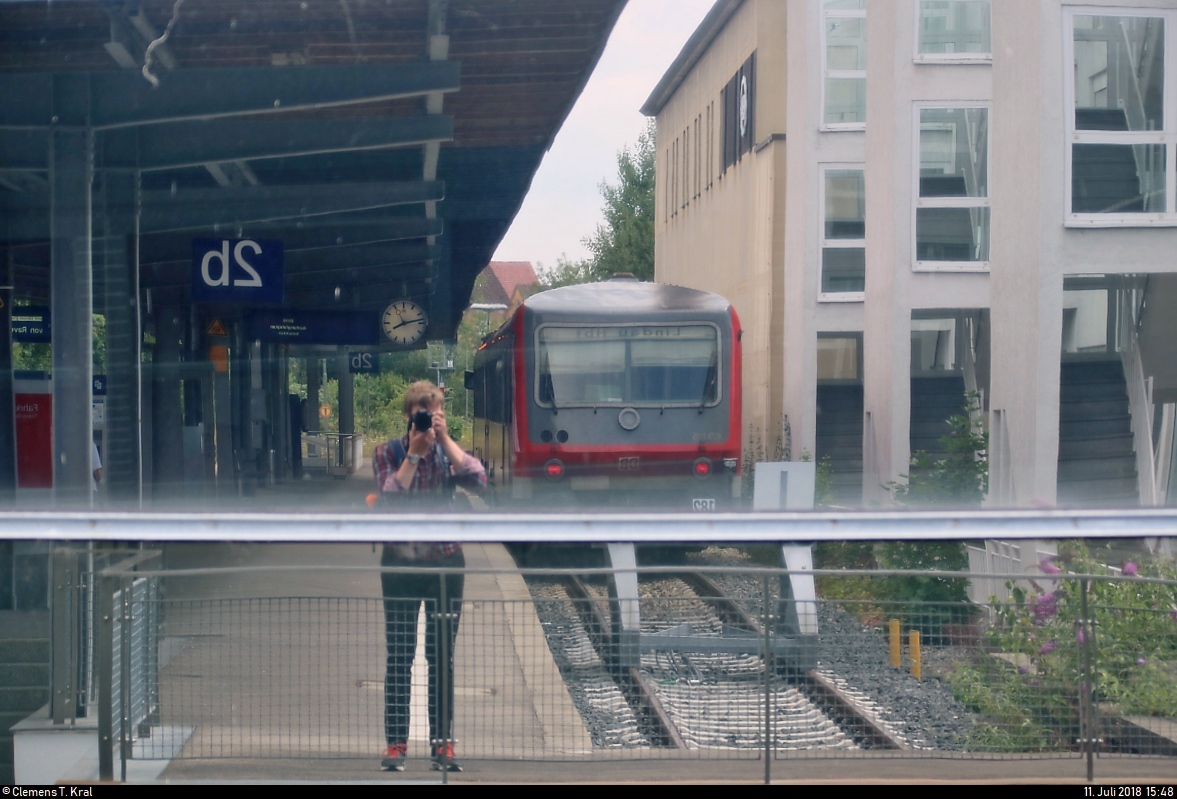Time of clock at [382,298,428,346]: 8:12
